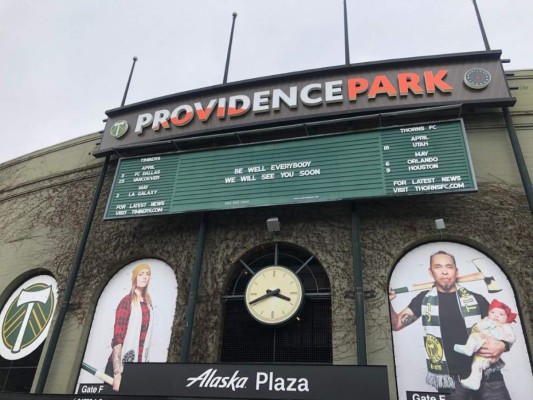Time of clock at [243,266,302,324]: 3:41
